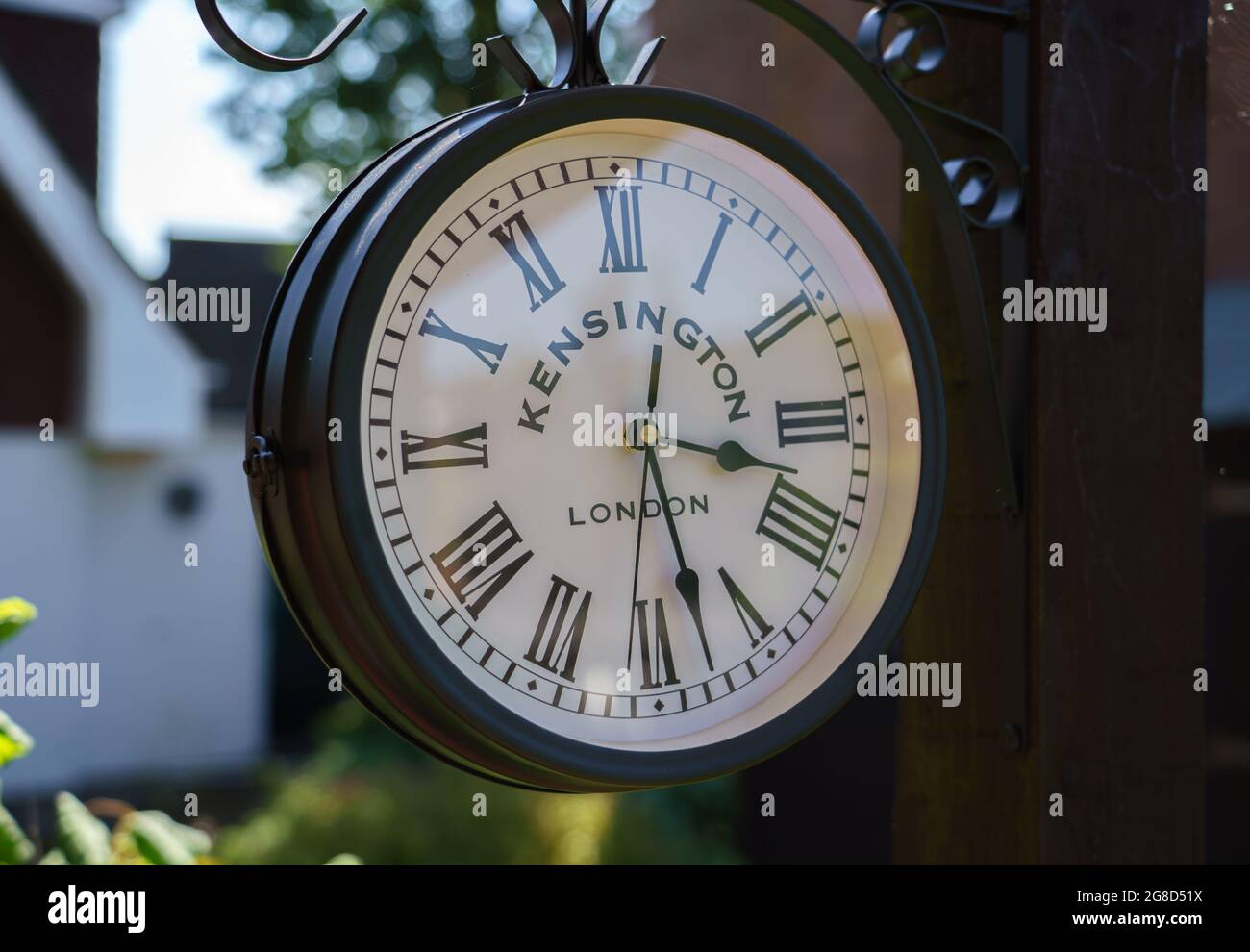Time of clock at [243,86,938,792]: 3:27
